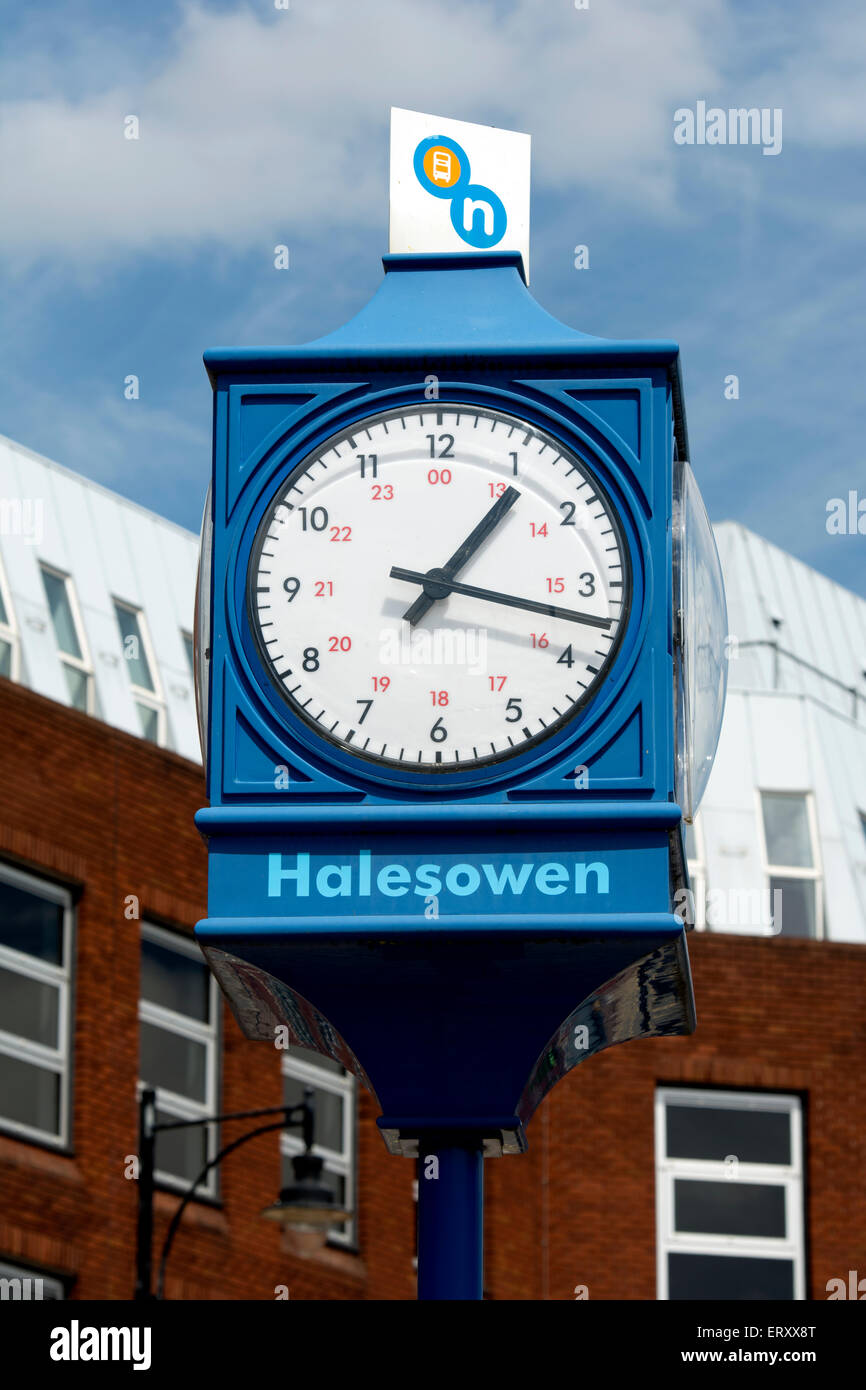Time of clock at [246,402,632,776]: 1:17
